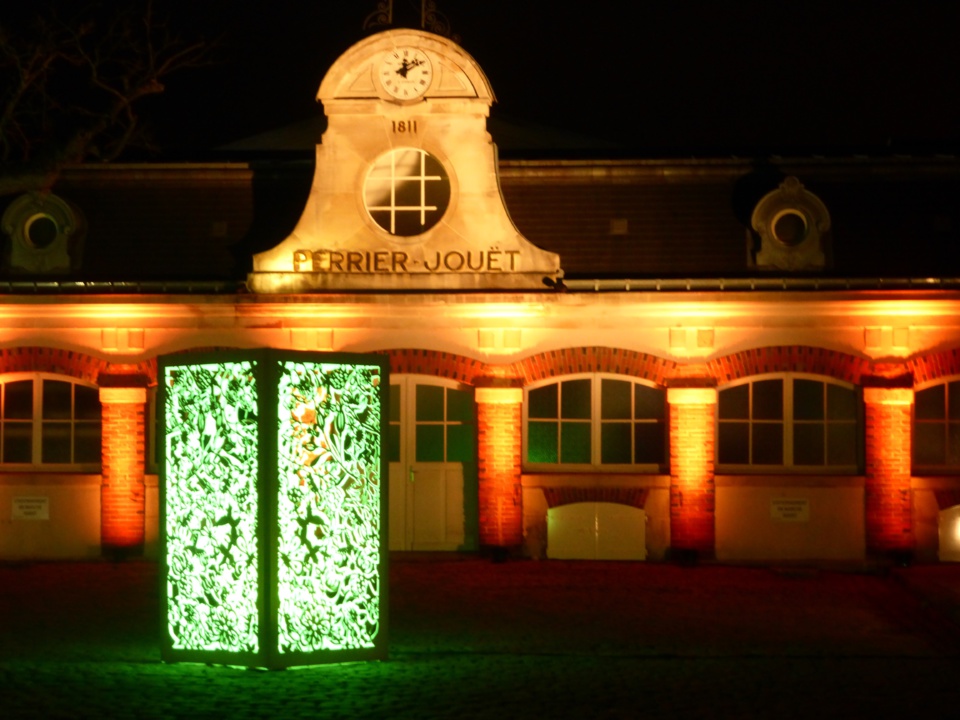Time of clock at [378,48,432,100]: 12:09
